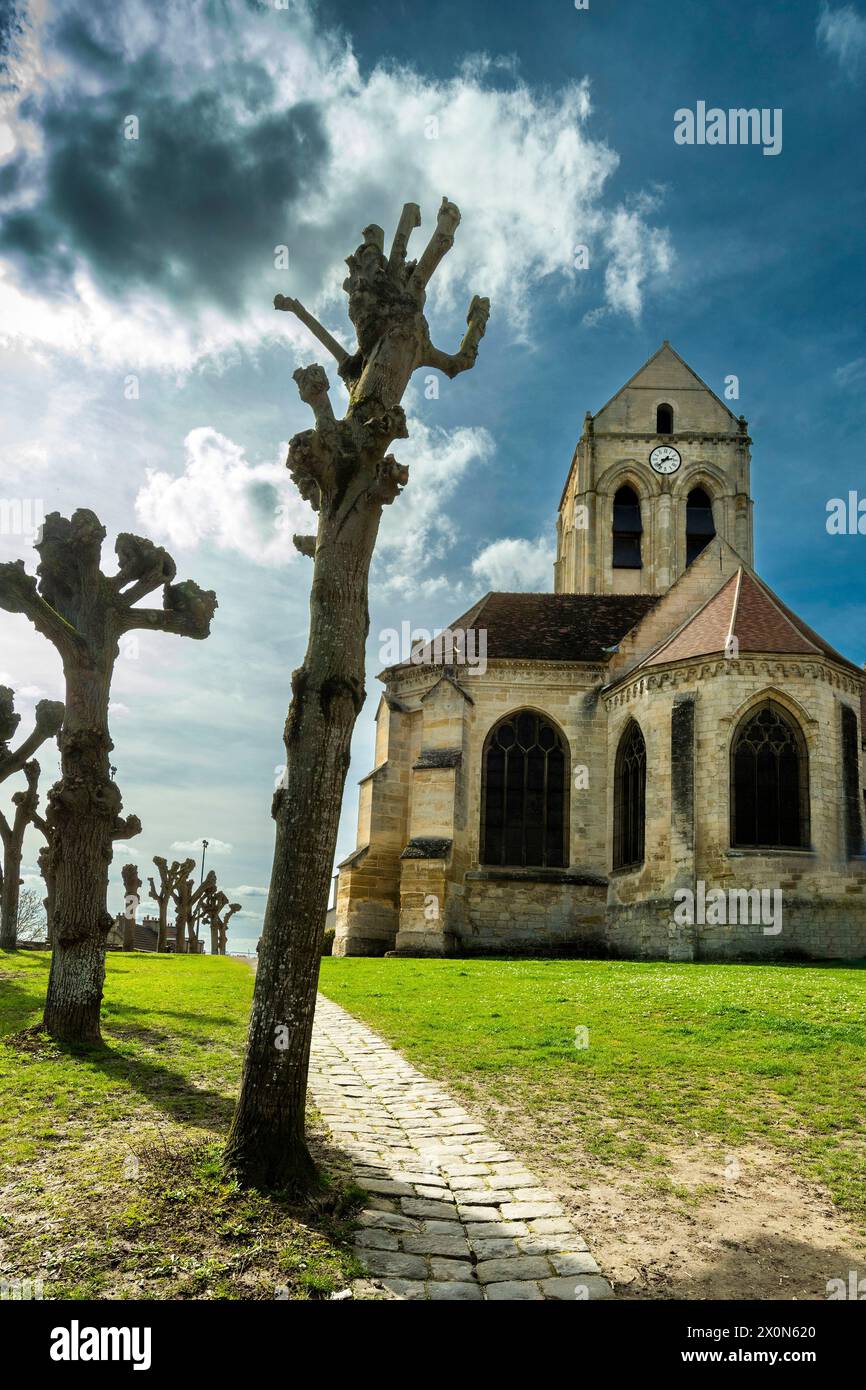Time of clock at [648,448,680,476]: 2:37
